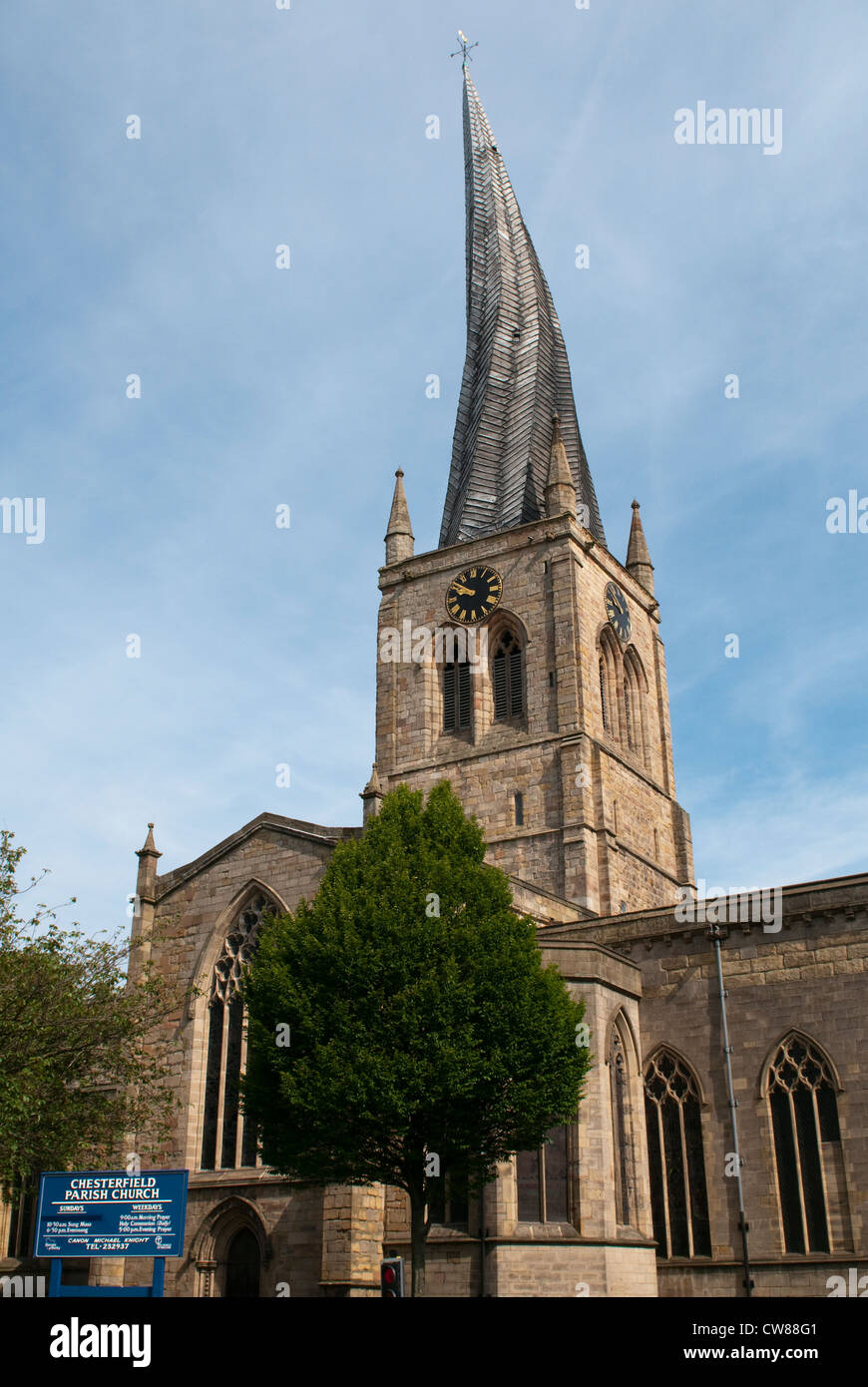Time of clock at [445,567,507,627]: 9:51
